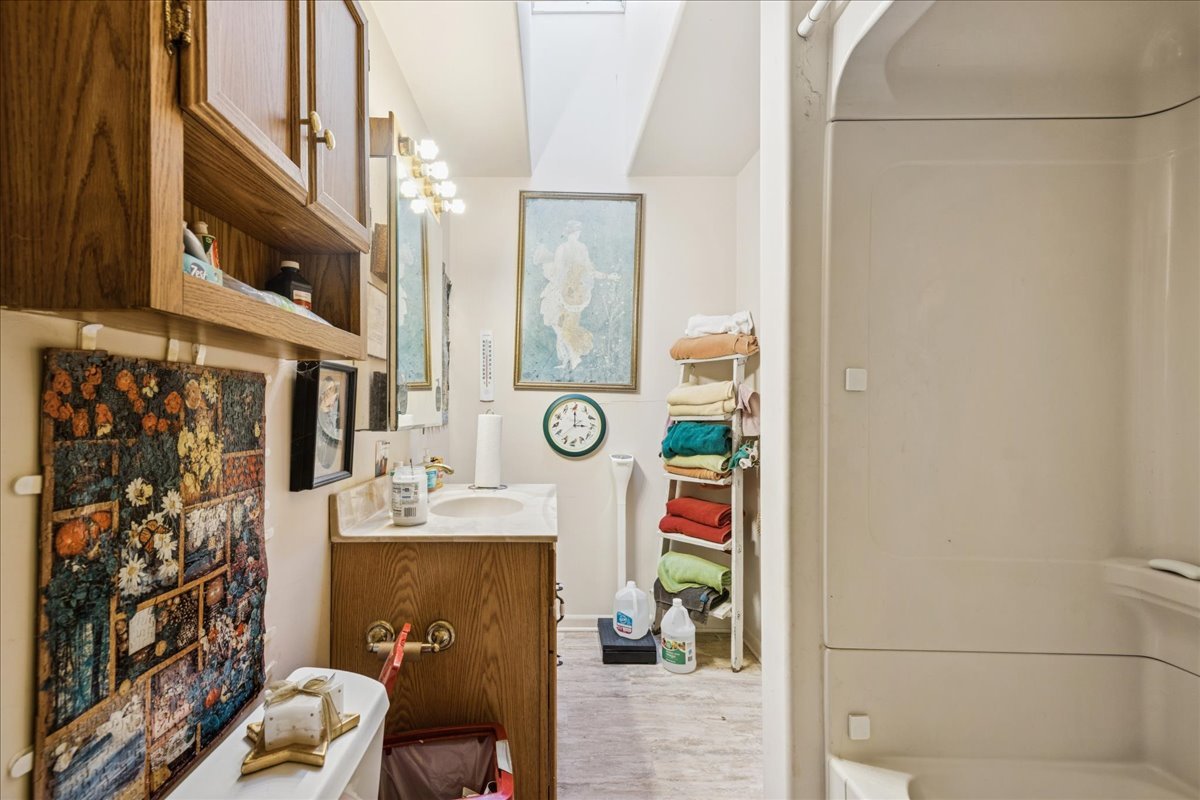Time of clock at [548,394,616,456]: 2:59
